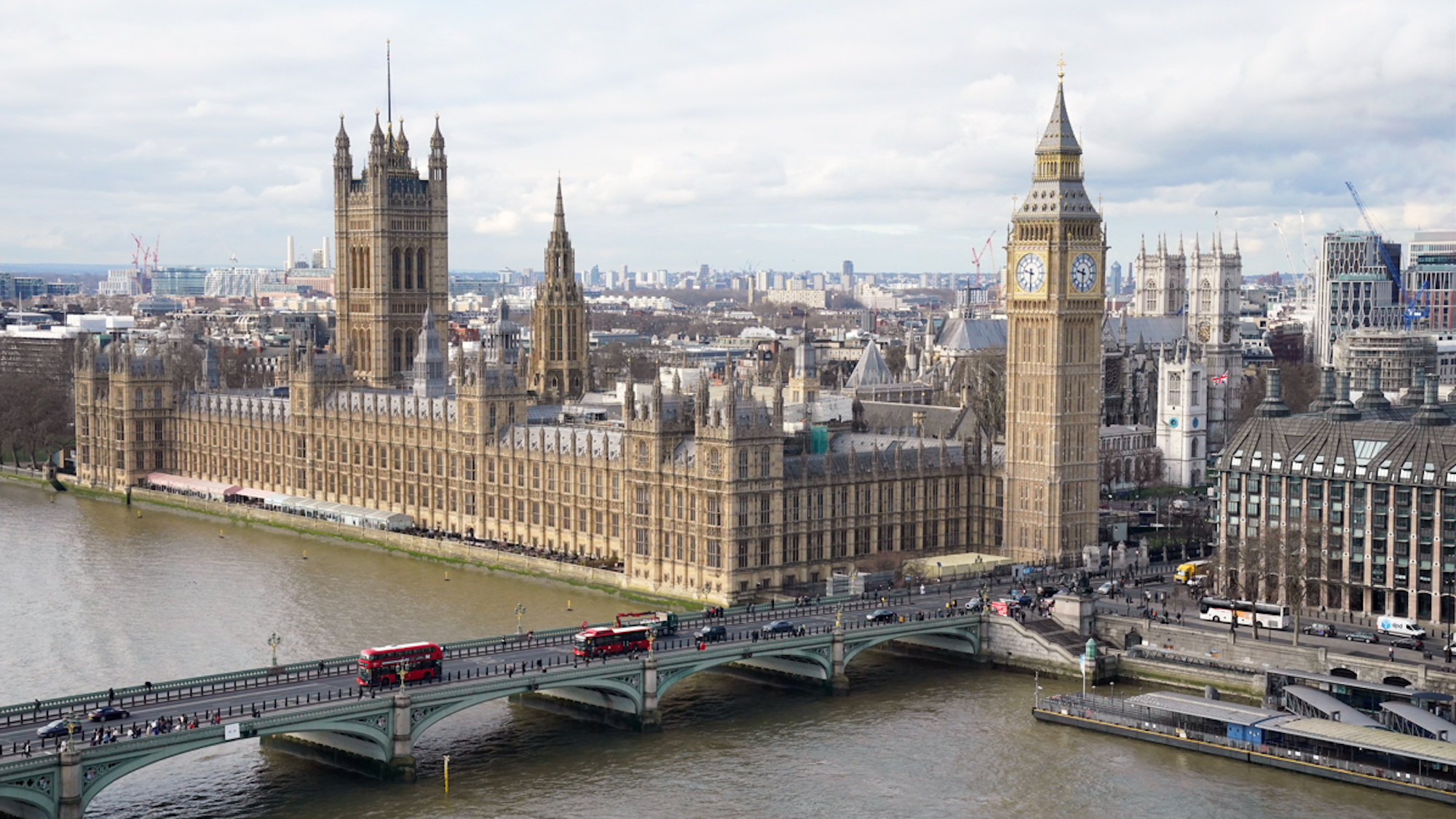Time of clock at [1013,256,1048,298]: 9:30
